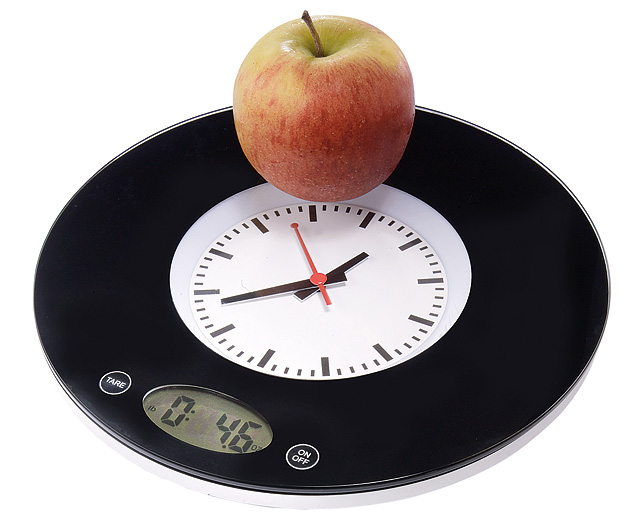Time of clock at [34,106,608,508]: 1:43
